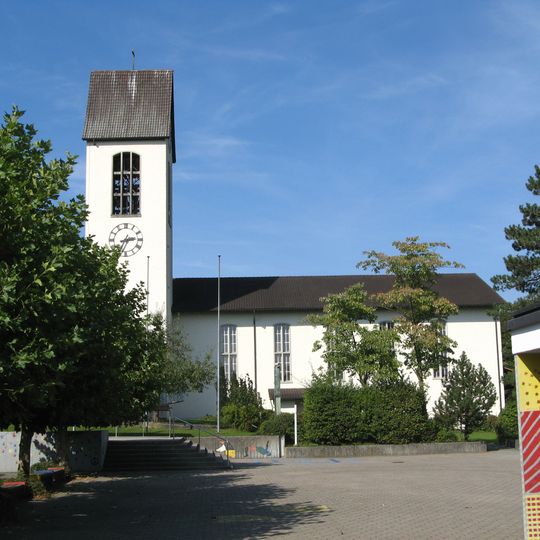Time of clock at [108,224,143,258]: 2:35
